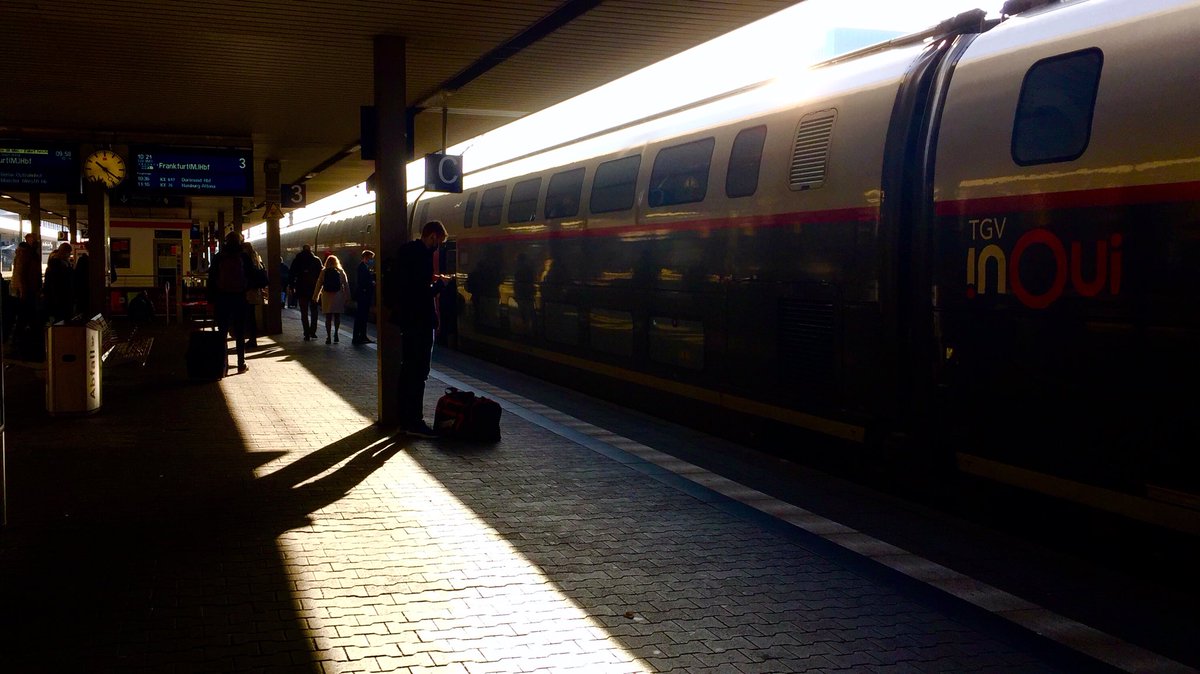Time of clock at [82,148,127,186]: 10:21
